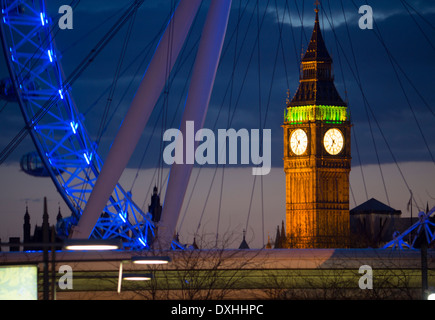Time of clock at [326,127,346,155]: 6:53
